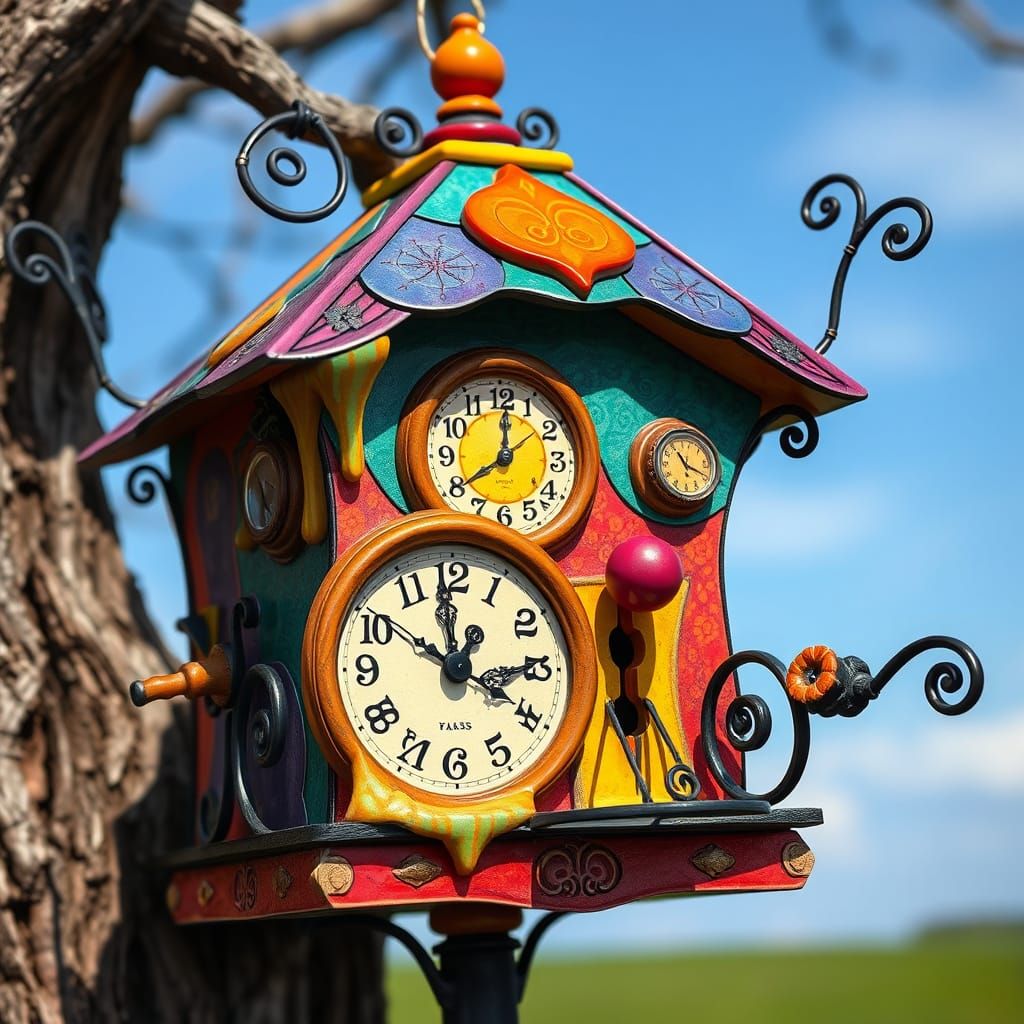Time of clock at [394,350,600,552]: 8:00
